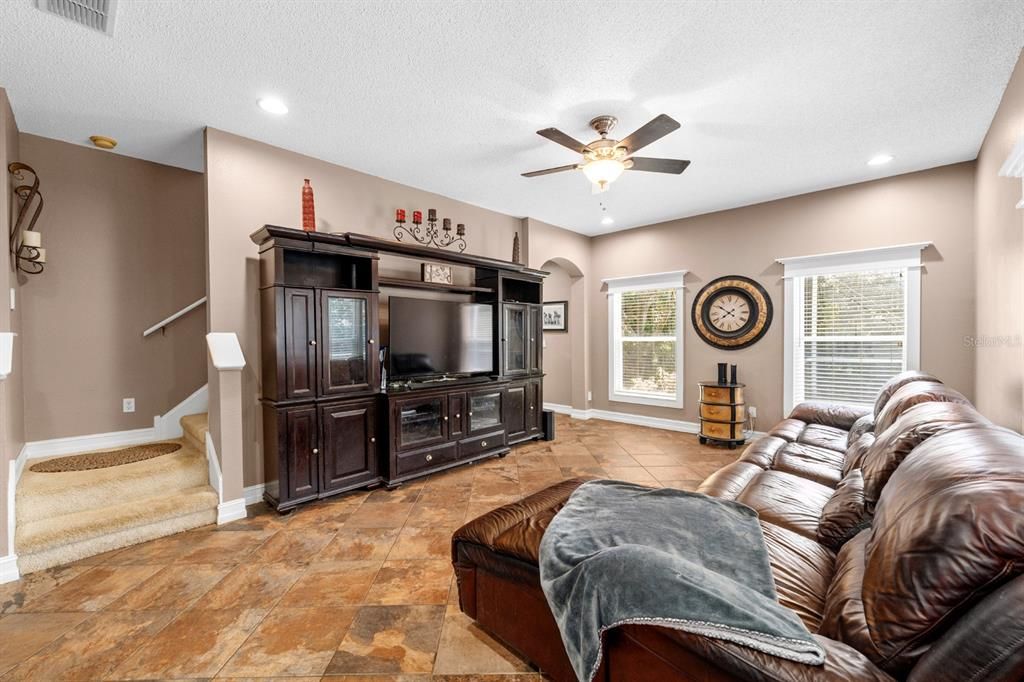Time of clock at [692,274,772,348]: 7:51
